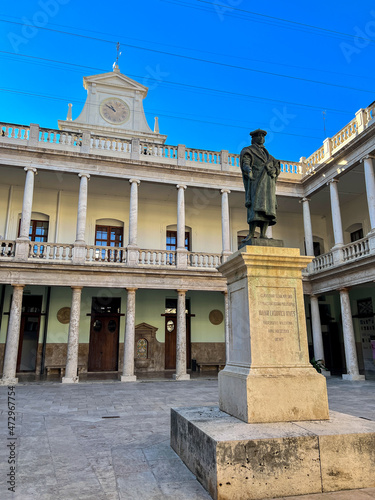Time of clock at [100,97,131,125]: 10:50
